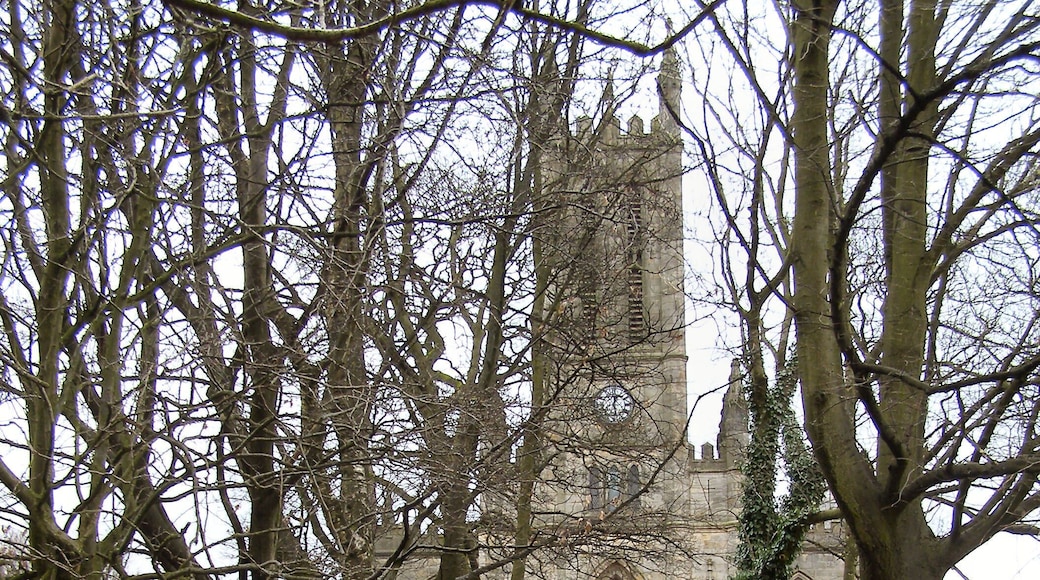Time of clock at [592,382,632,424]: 12:28
